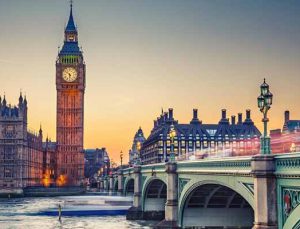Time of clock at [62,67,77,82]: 5:51
